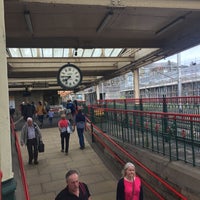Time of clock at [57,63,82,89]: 7:45
